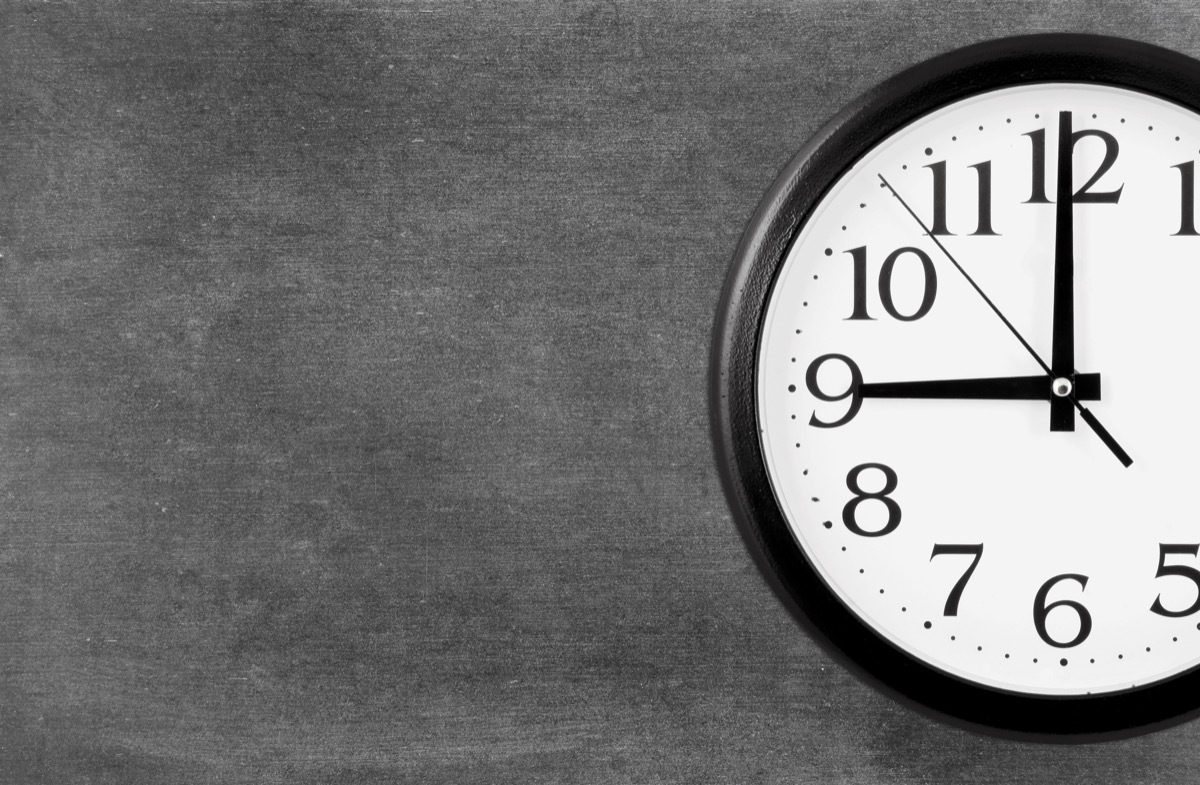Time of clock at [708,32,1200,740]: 8:59
